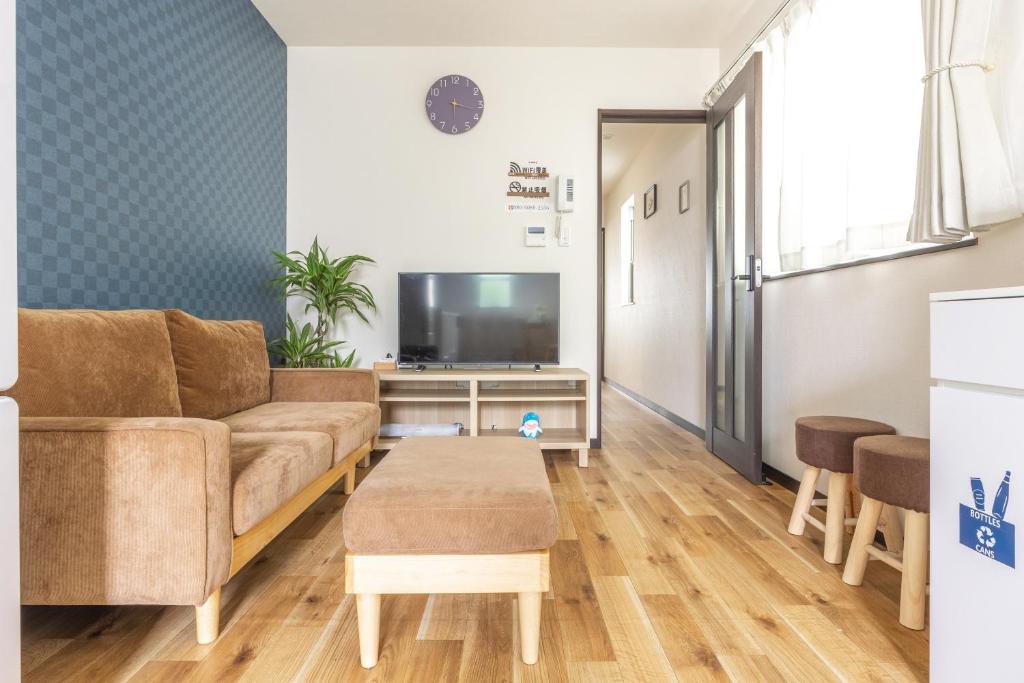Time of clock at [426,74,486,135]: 6:17
